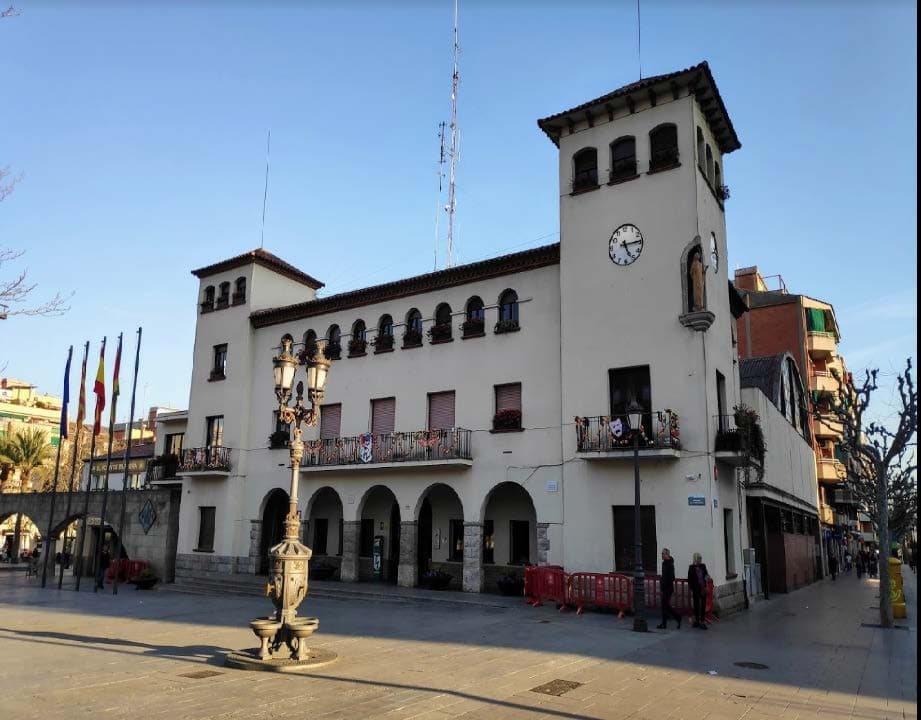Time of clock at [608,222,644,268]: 5:14
